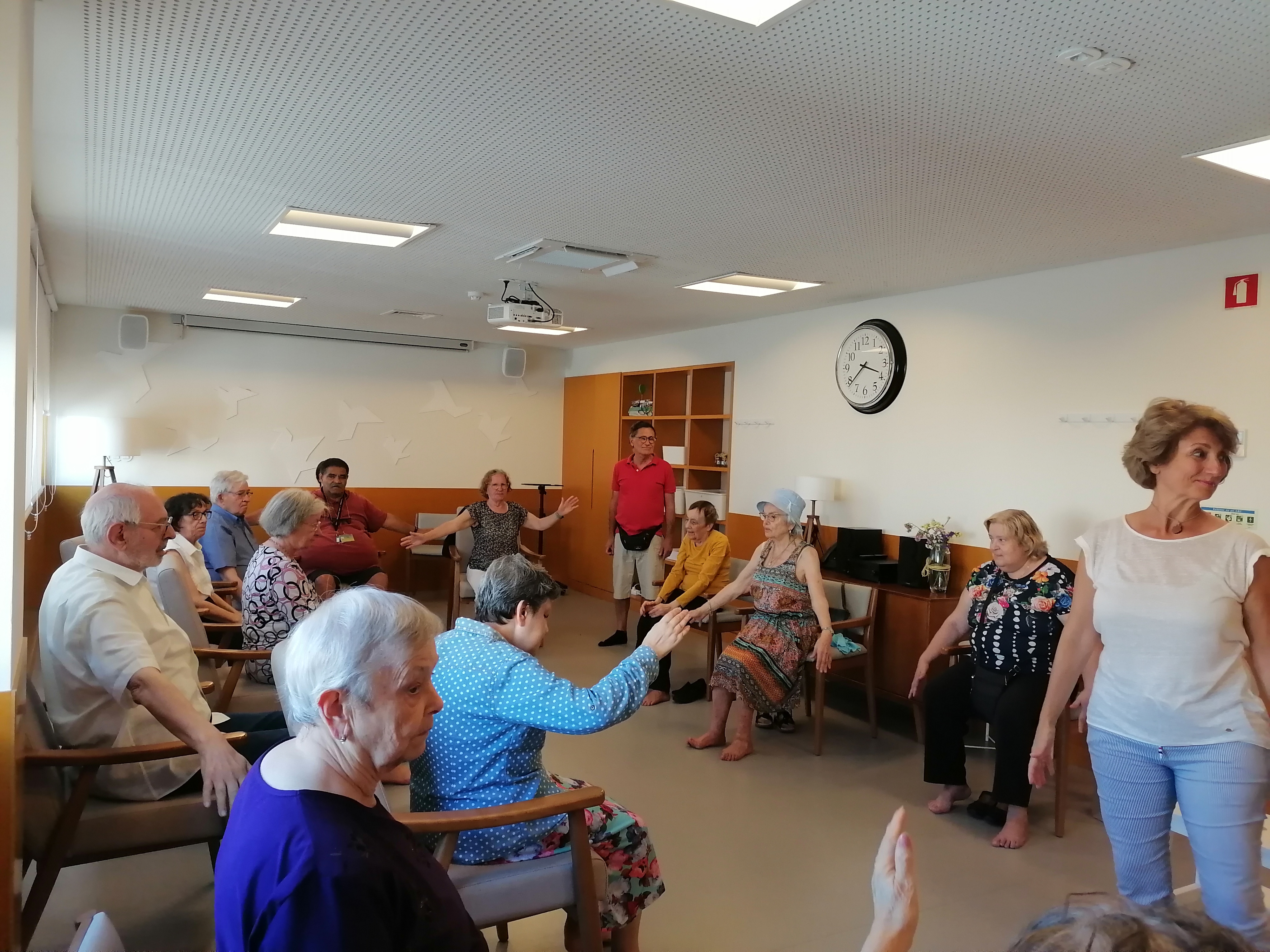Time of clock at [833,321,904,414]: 3:39
